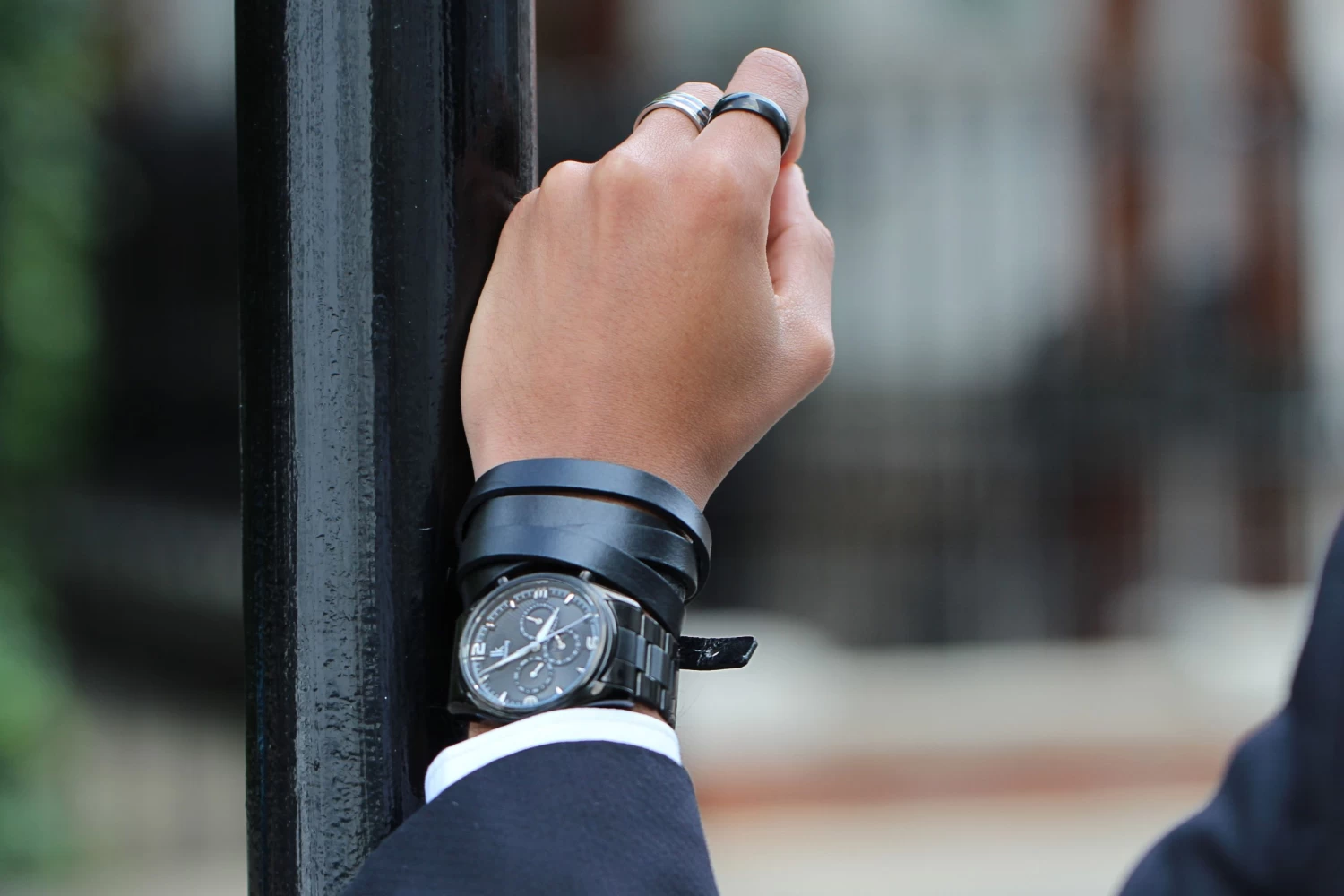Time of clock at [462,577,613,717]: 12:40
